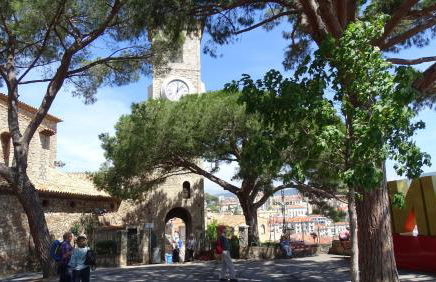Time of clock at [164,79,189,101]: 12:07
